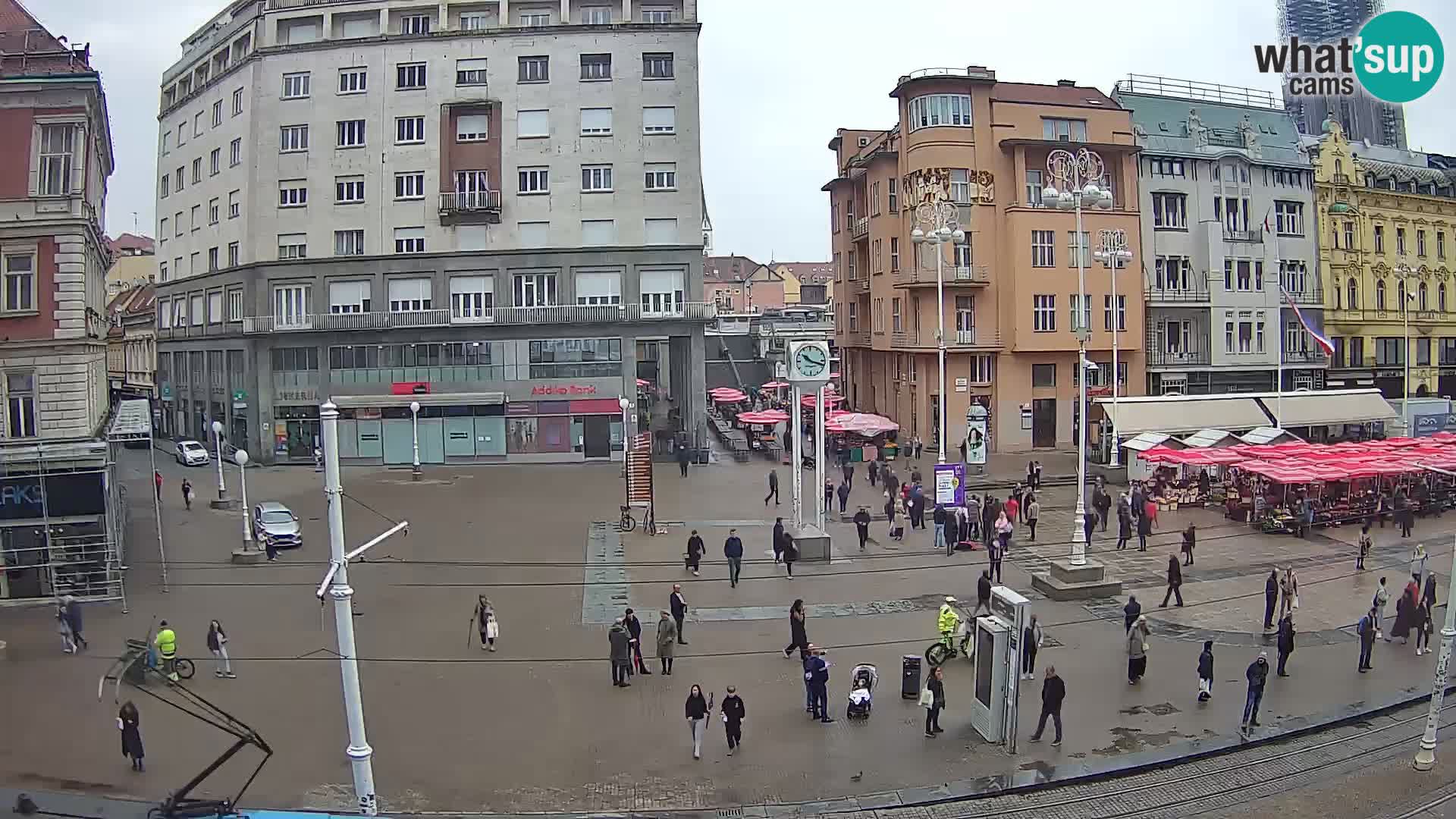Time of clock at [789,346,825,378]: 10:18
